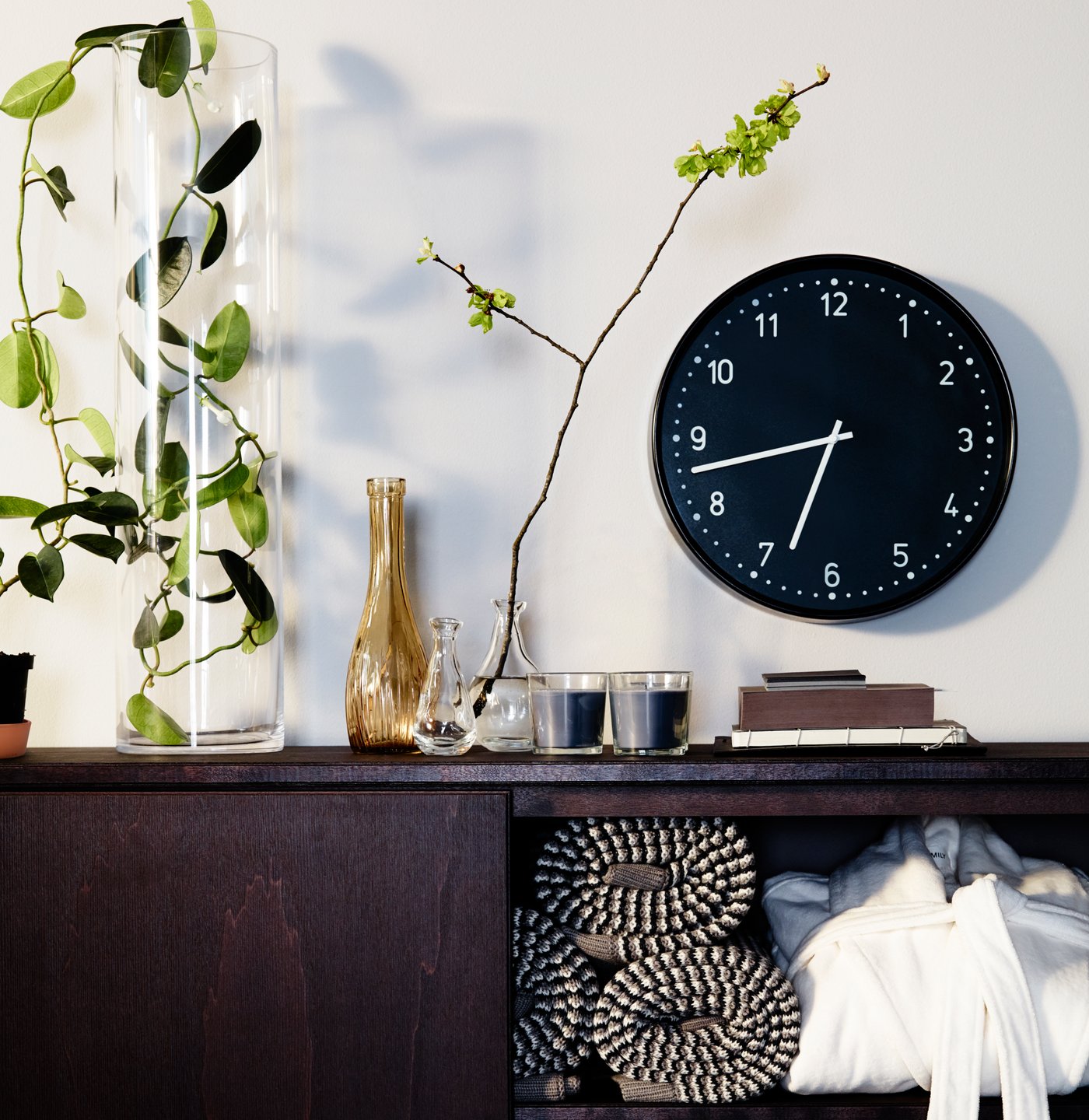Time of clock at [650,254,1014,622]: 6:42
